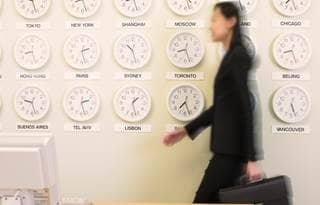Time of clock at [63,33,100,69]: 2:27
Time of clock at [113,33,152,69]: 10:27
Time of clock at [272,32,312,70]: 8:26
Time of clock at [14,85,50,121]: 9:27
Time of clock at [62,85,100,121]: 2:27
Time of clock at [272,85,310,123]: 5:26
